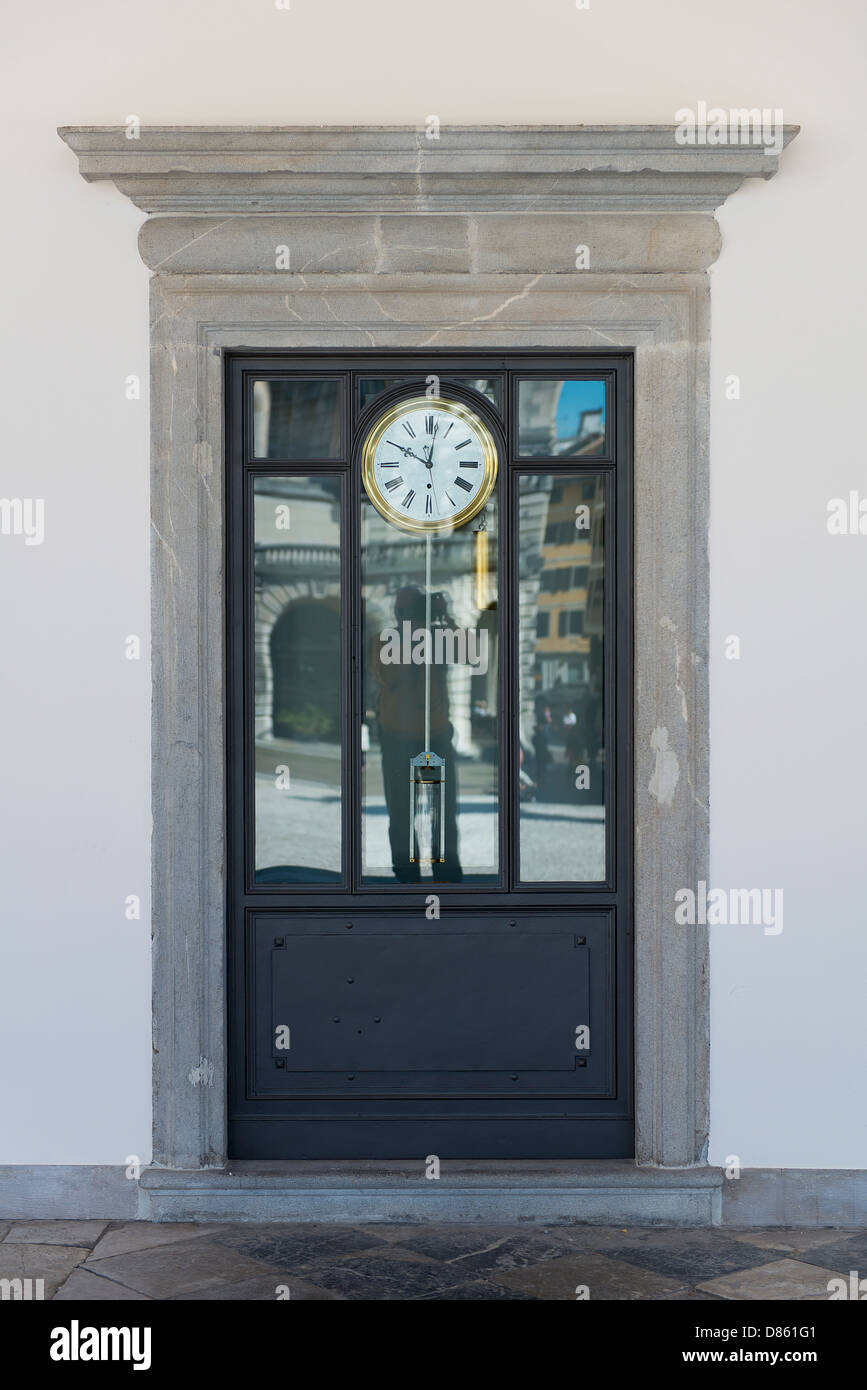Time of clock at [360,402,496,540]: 10:01
